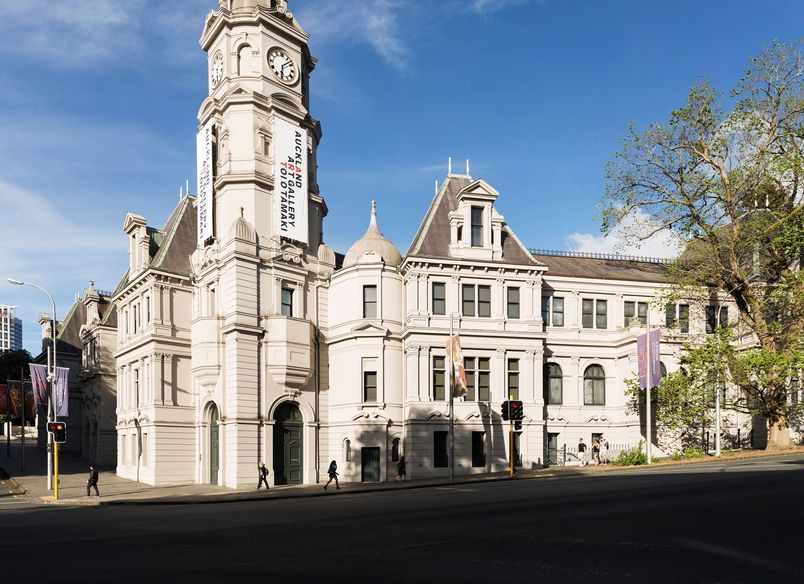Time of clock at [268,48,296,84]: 6:08
